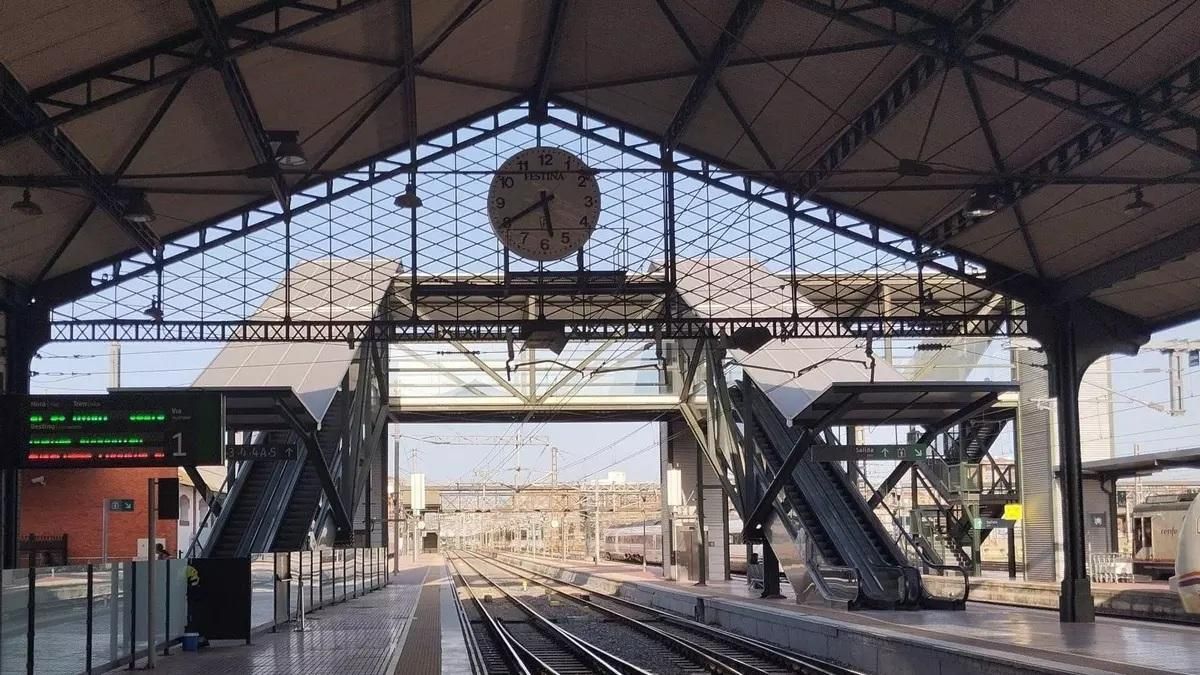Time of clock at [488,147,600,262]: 5:40
